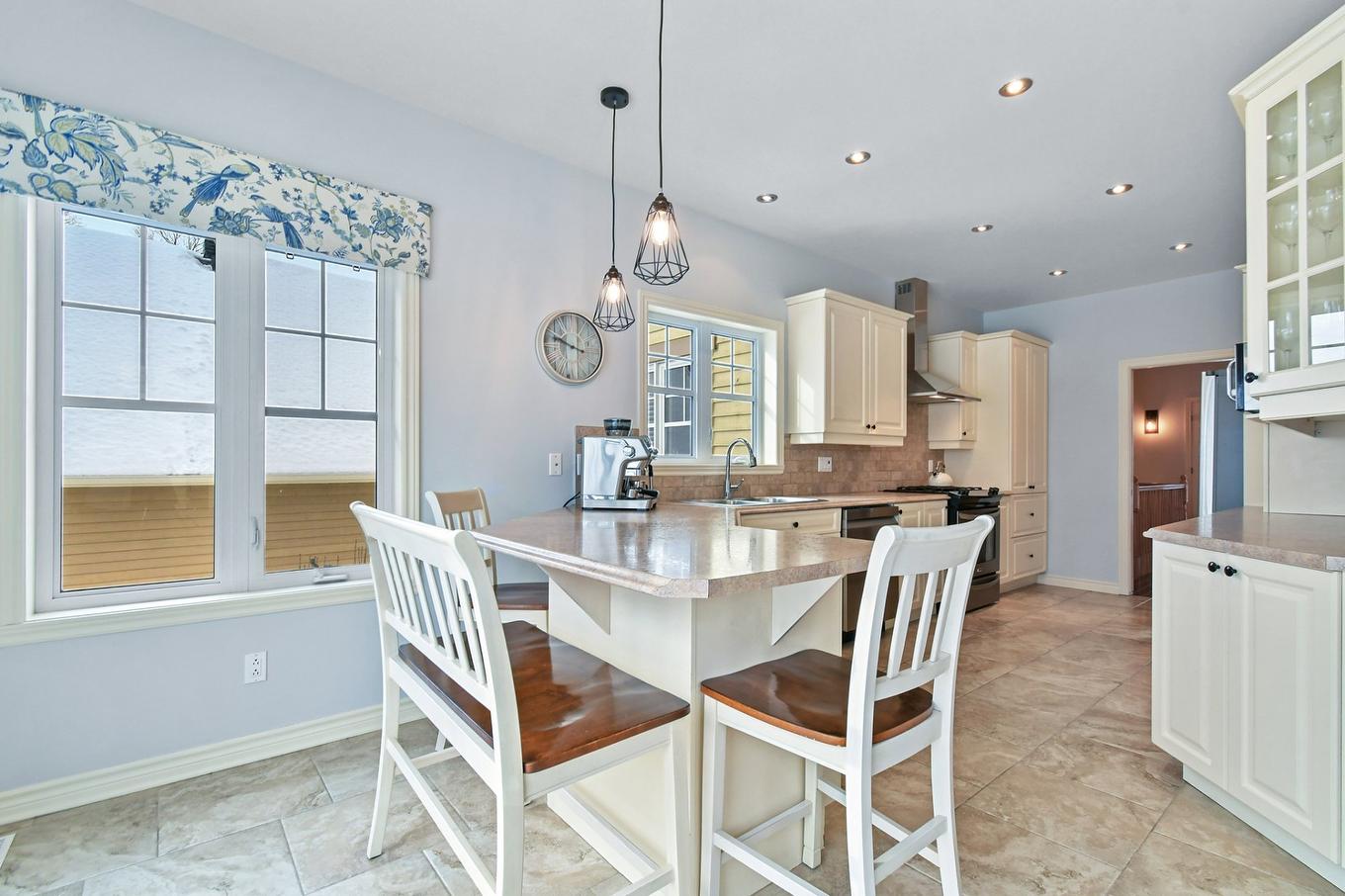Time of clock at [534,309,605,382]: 9:48
